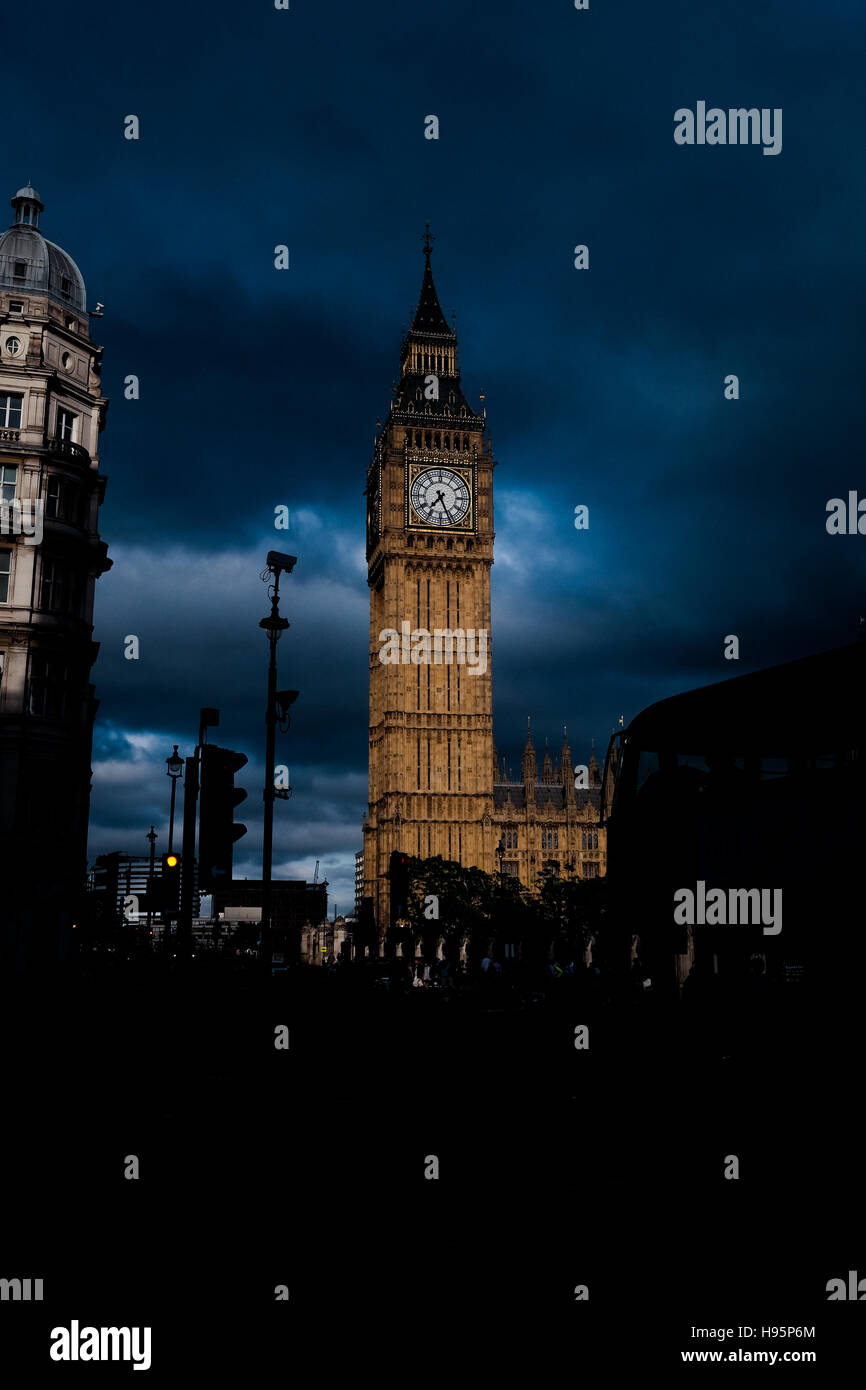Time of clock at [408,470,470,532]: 7:26
